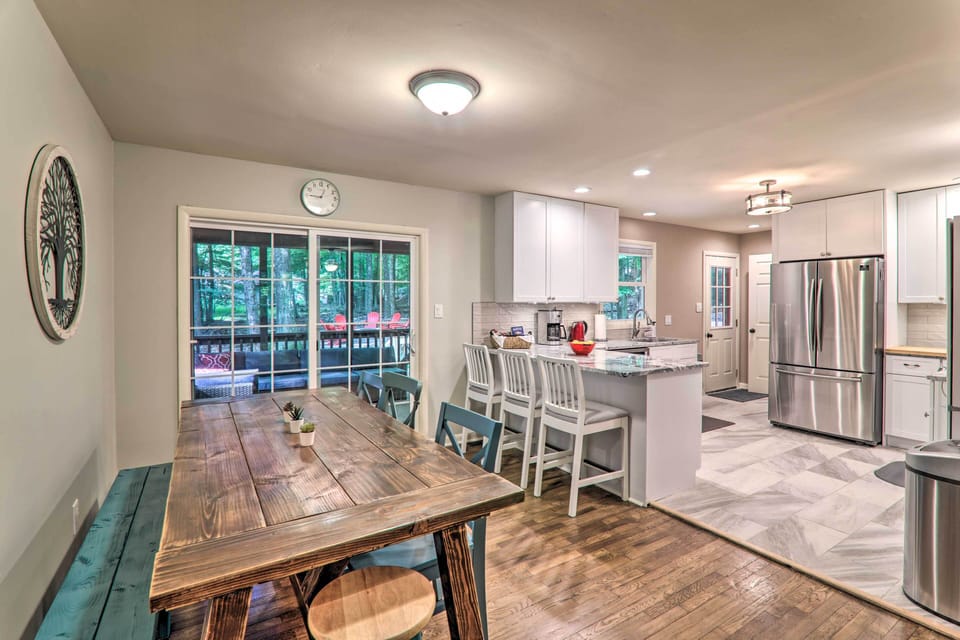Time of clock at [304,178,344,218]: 12:45
